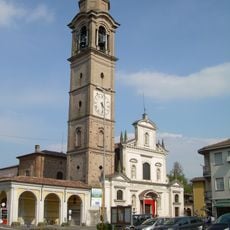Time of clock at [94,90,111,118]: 4:28
